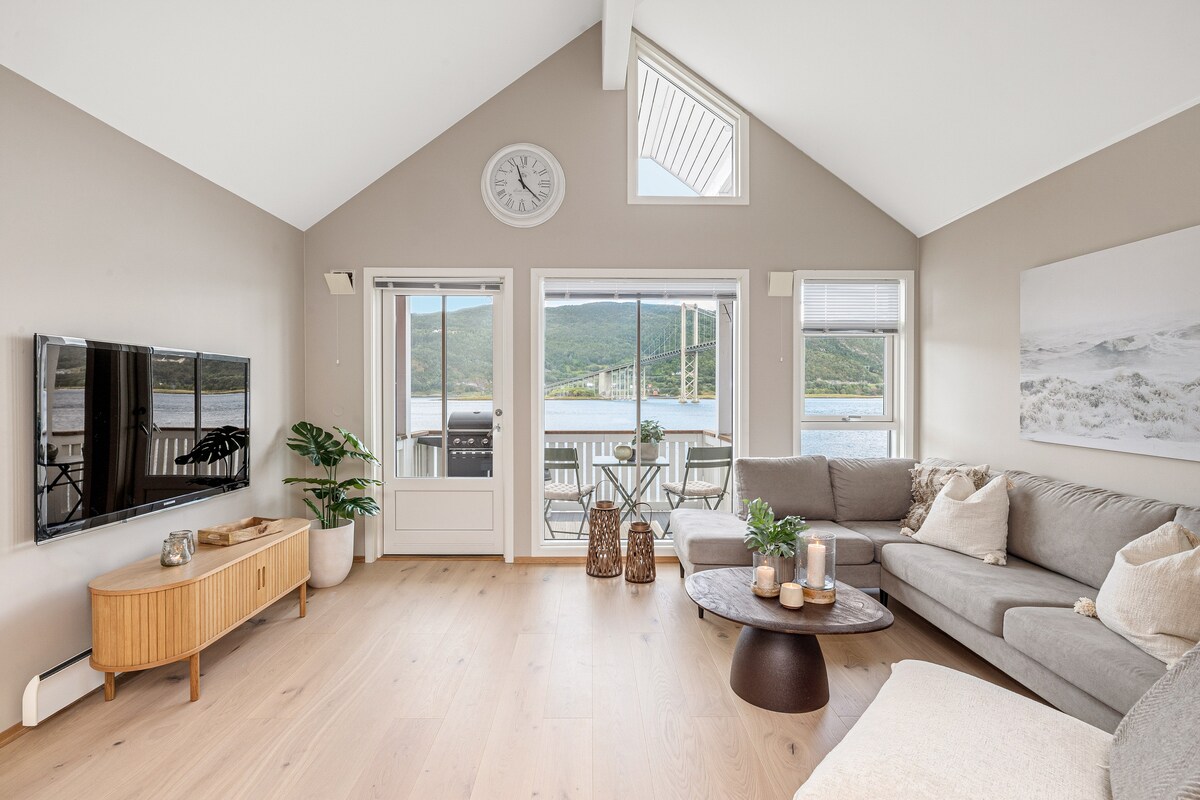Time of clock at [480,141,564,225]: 11:22
